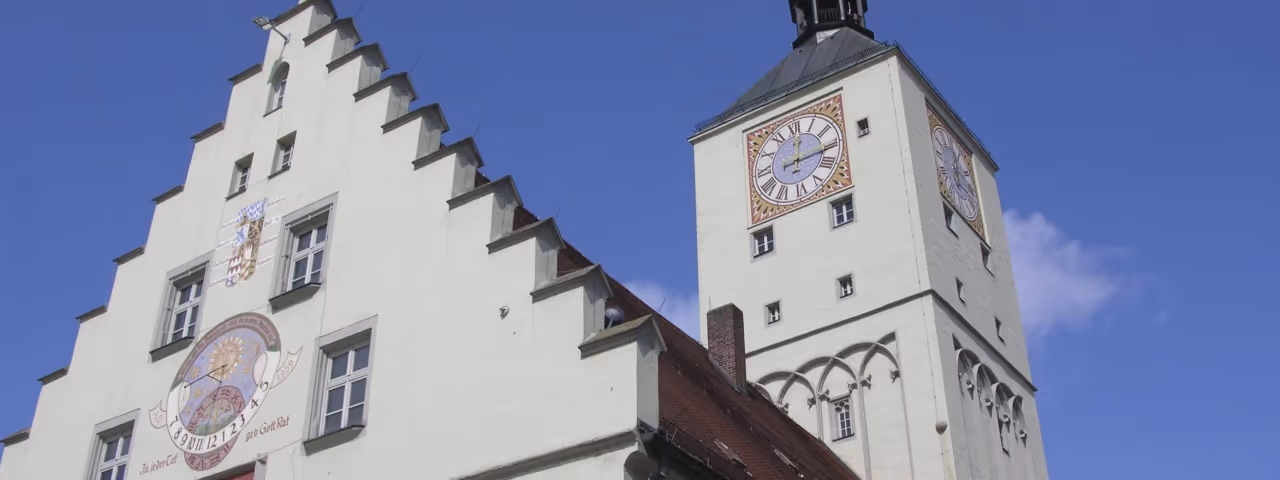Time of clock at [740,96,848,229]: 12:15
